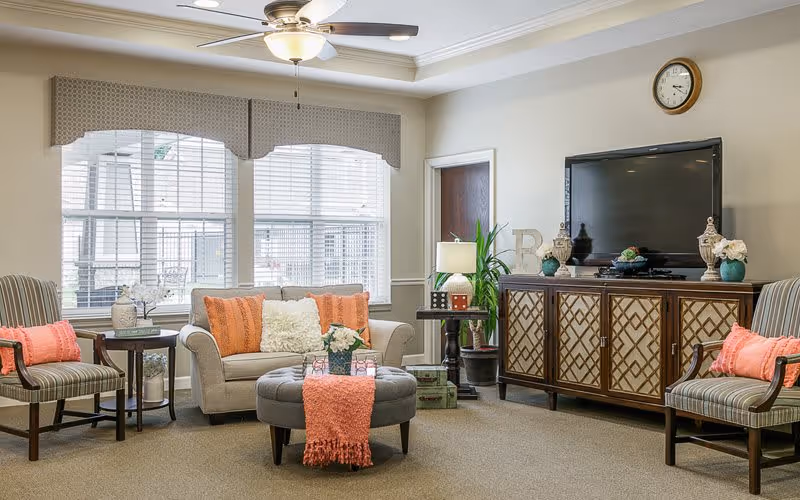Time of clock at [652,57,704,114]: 3:21
